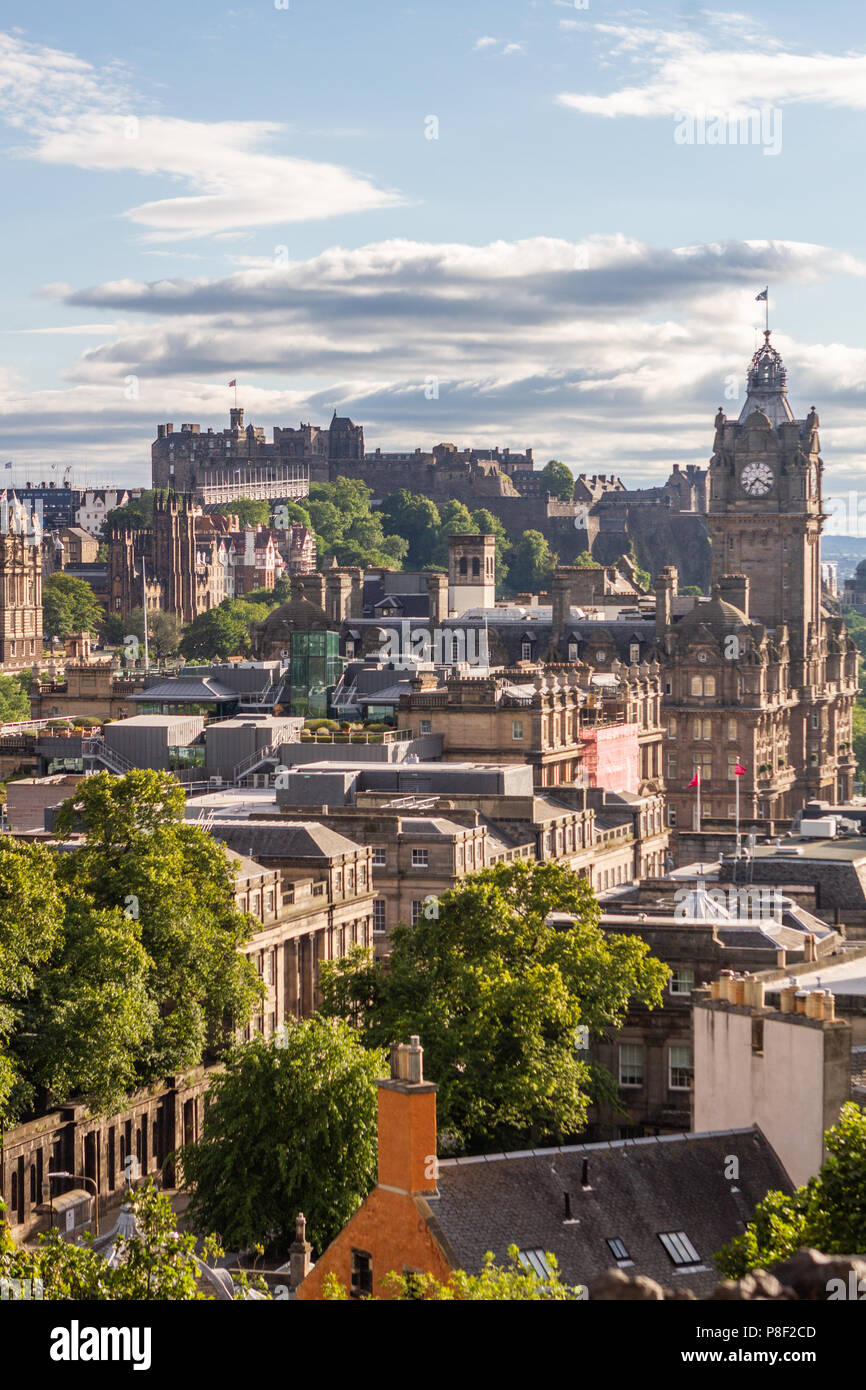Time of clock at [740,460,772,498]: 7:21
